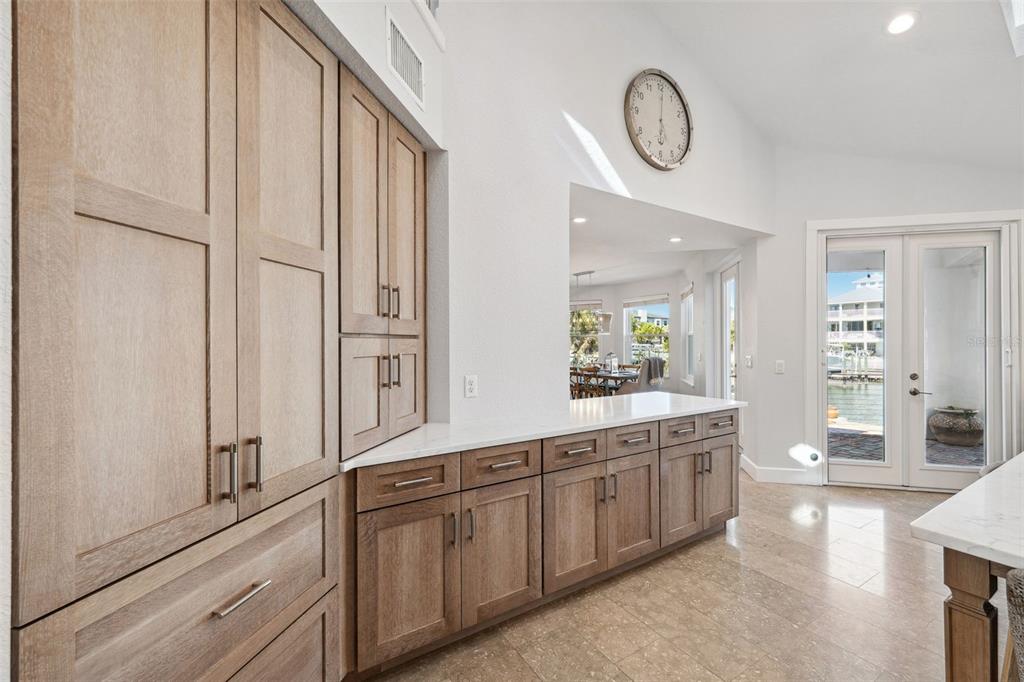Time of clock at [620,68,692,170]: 6:00
